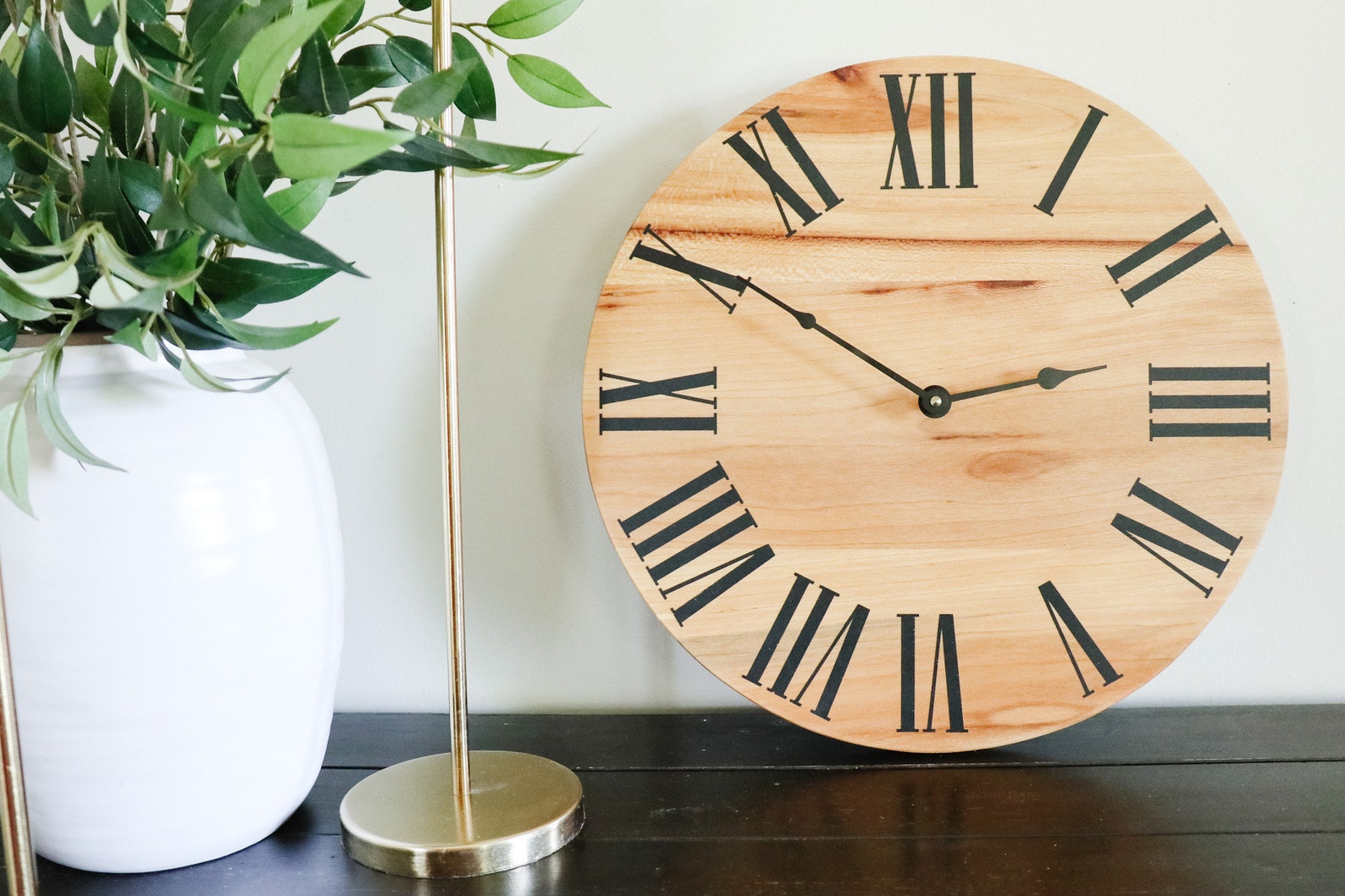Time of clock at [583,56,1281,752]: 2:50
